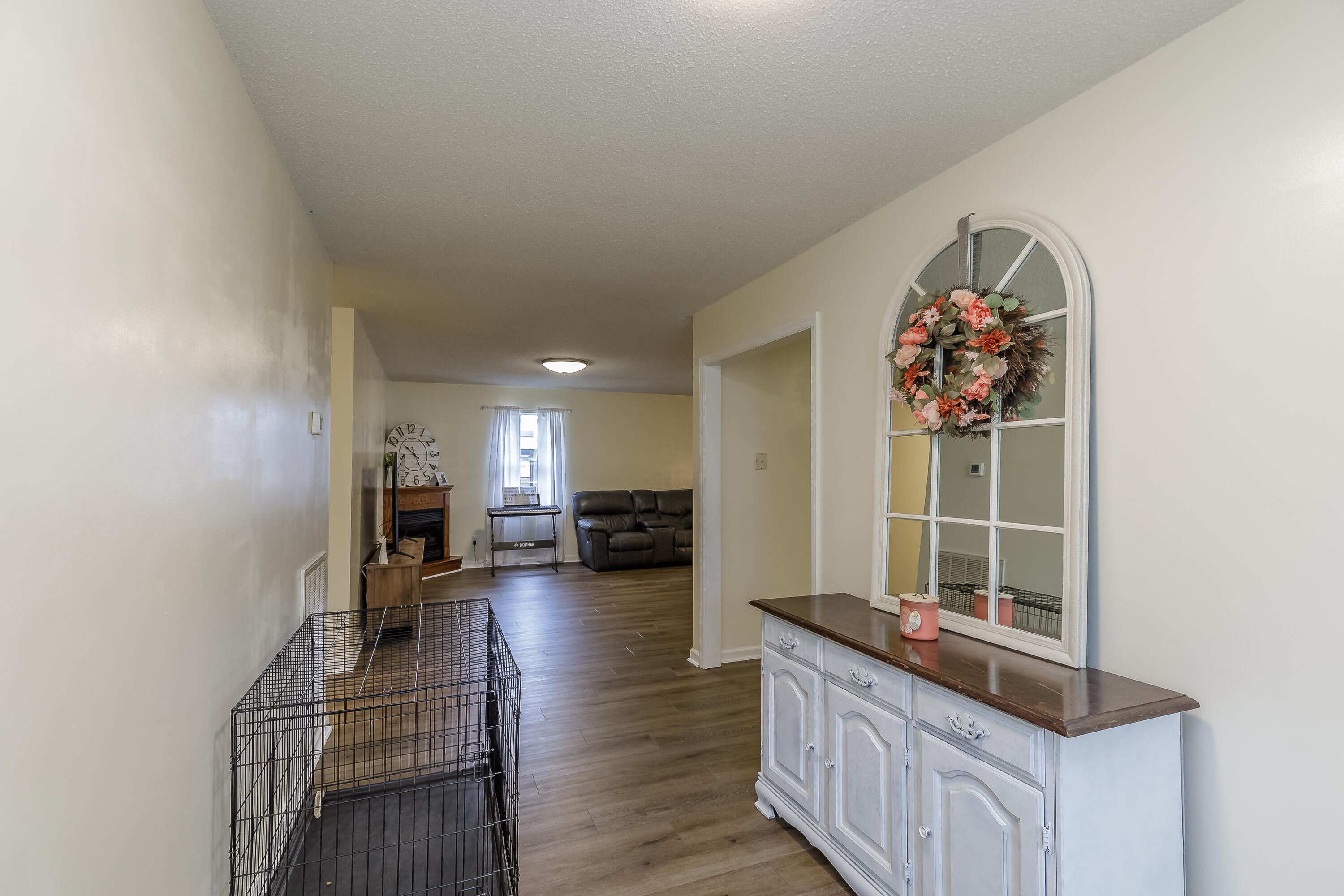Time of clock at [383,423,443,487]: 10:25
